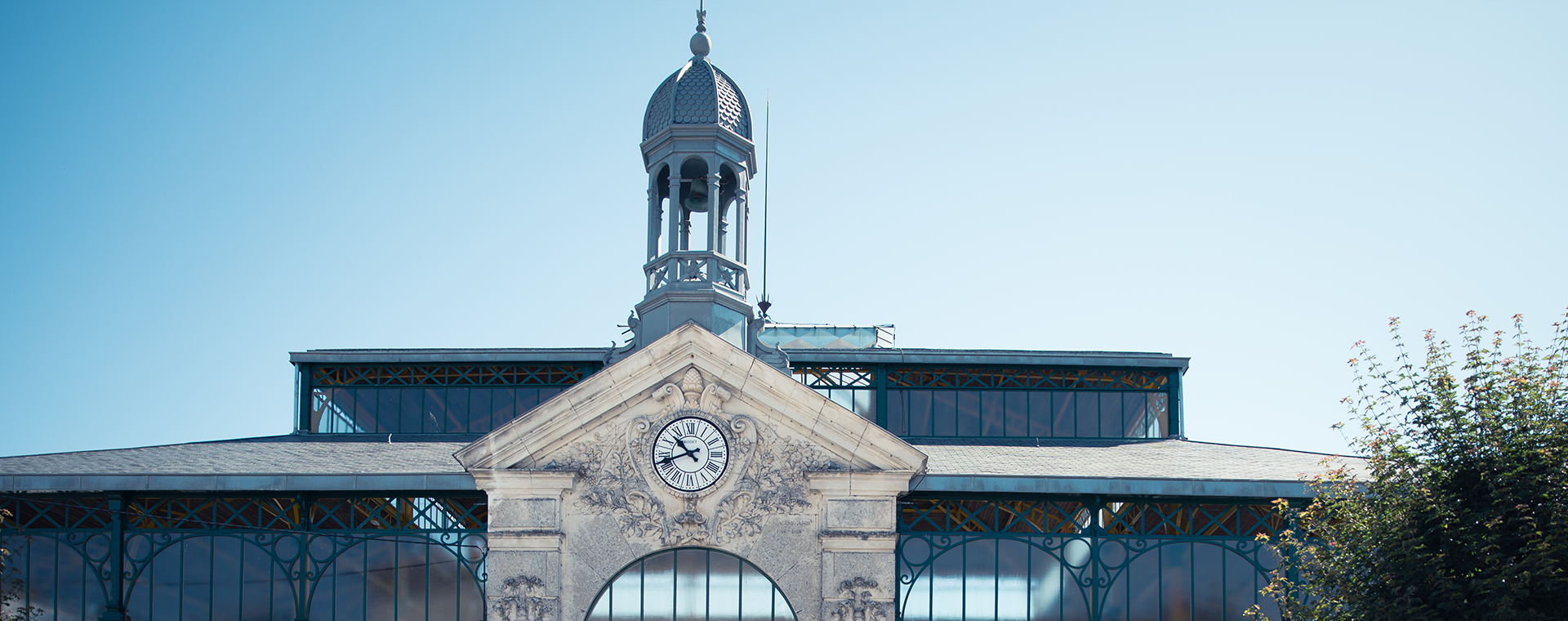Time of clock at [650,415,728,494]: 10:41
